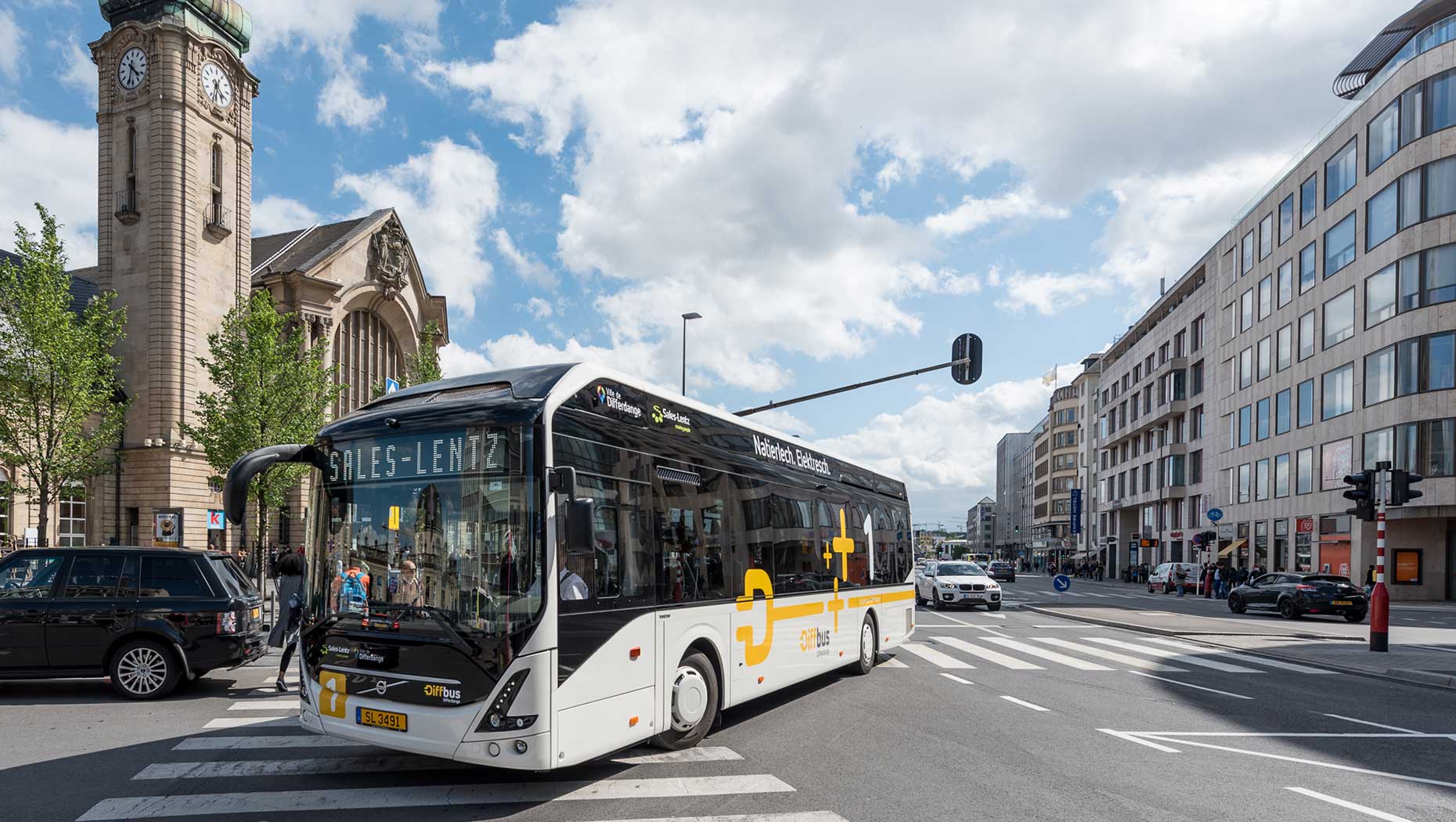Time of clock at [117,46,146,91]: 4:33
